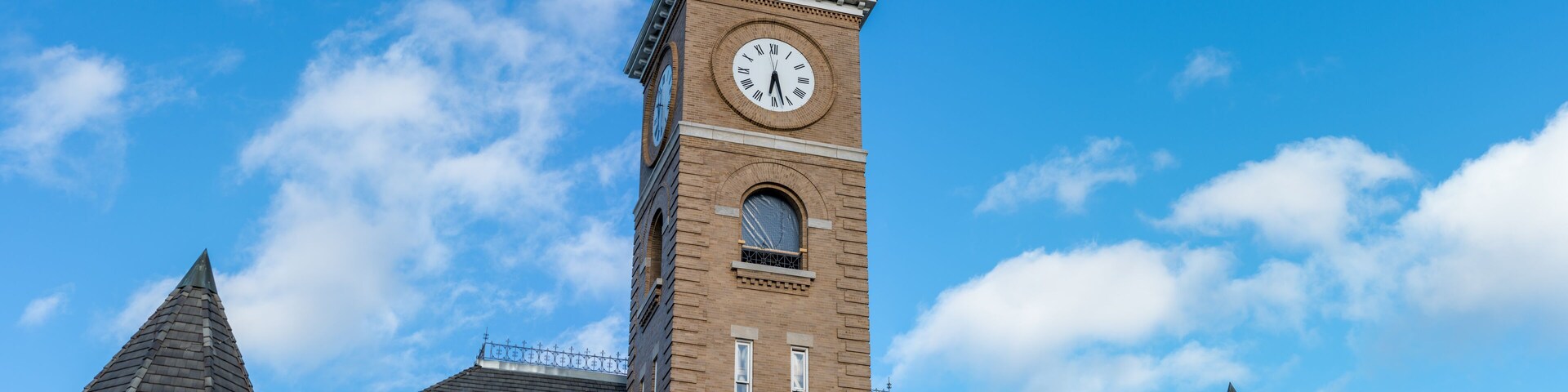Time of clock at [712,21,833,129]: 6:27
